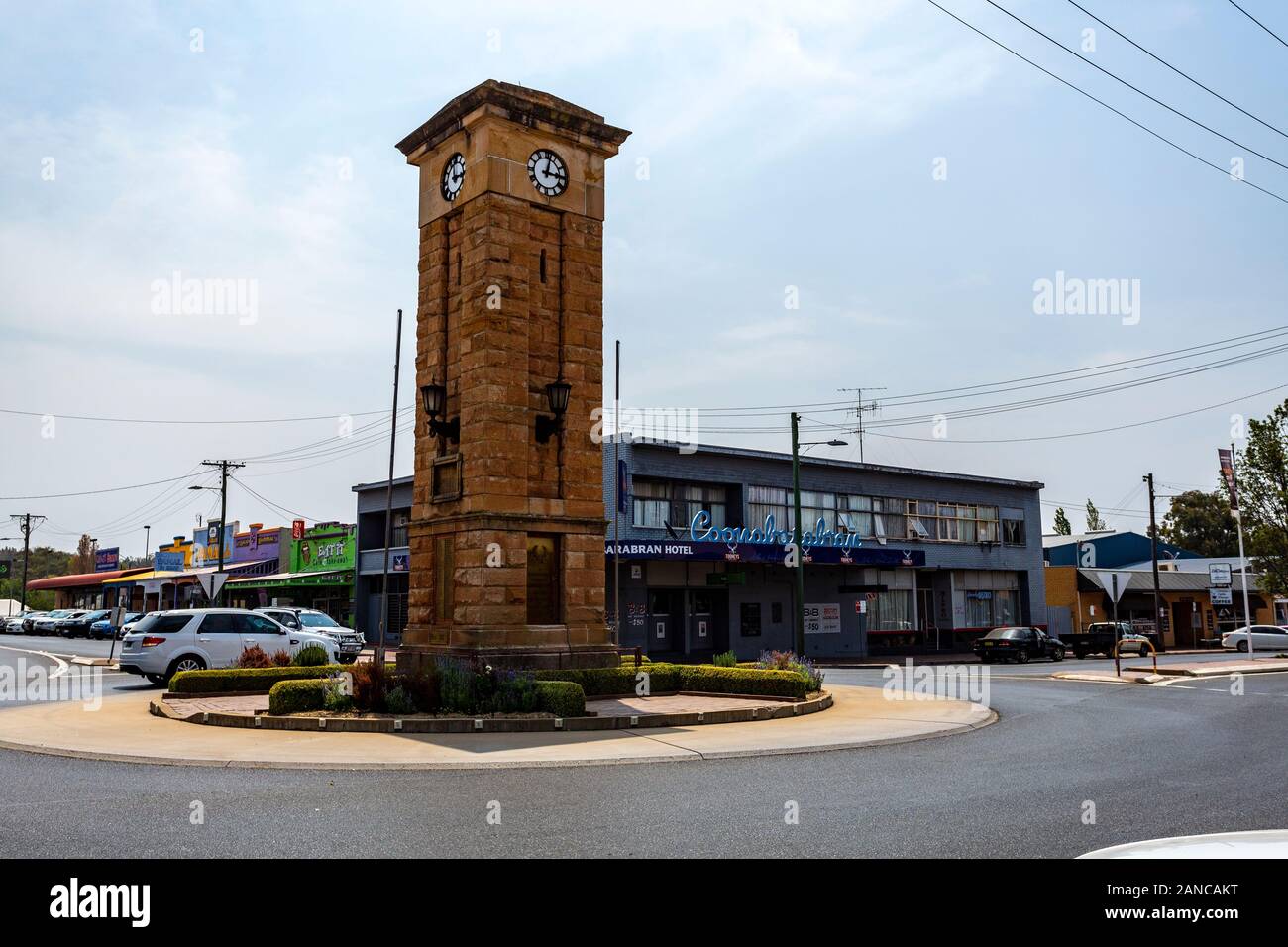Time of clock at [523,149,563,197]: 3:02
